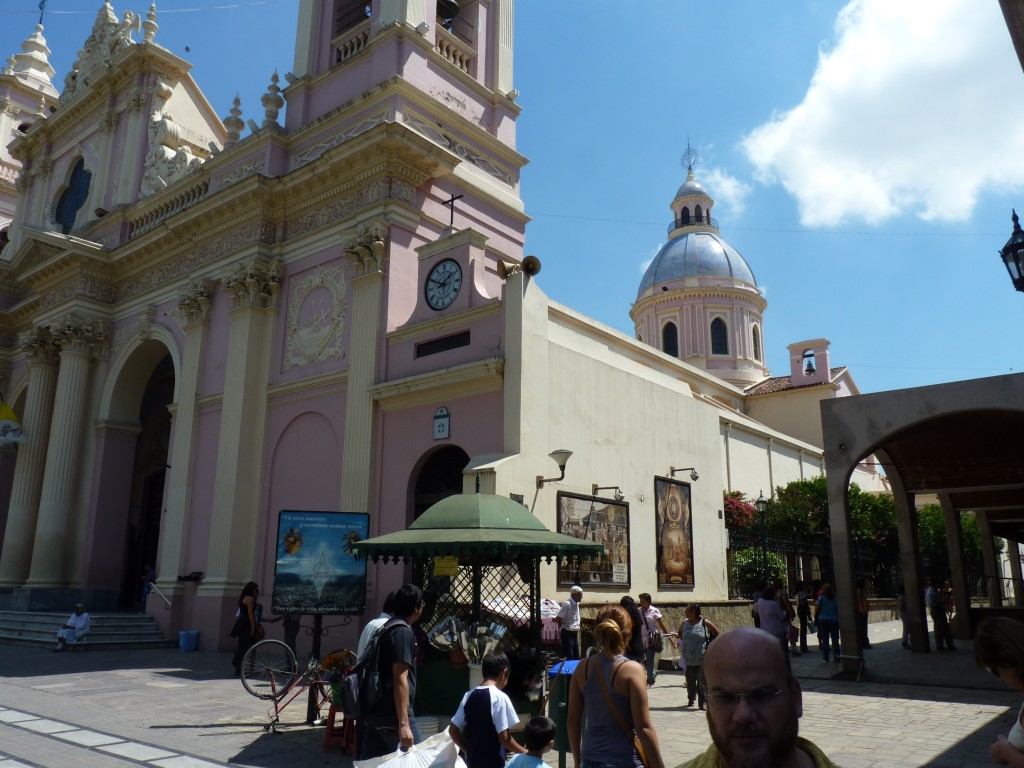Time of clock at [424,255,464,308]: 1:49
